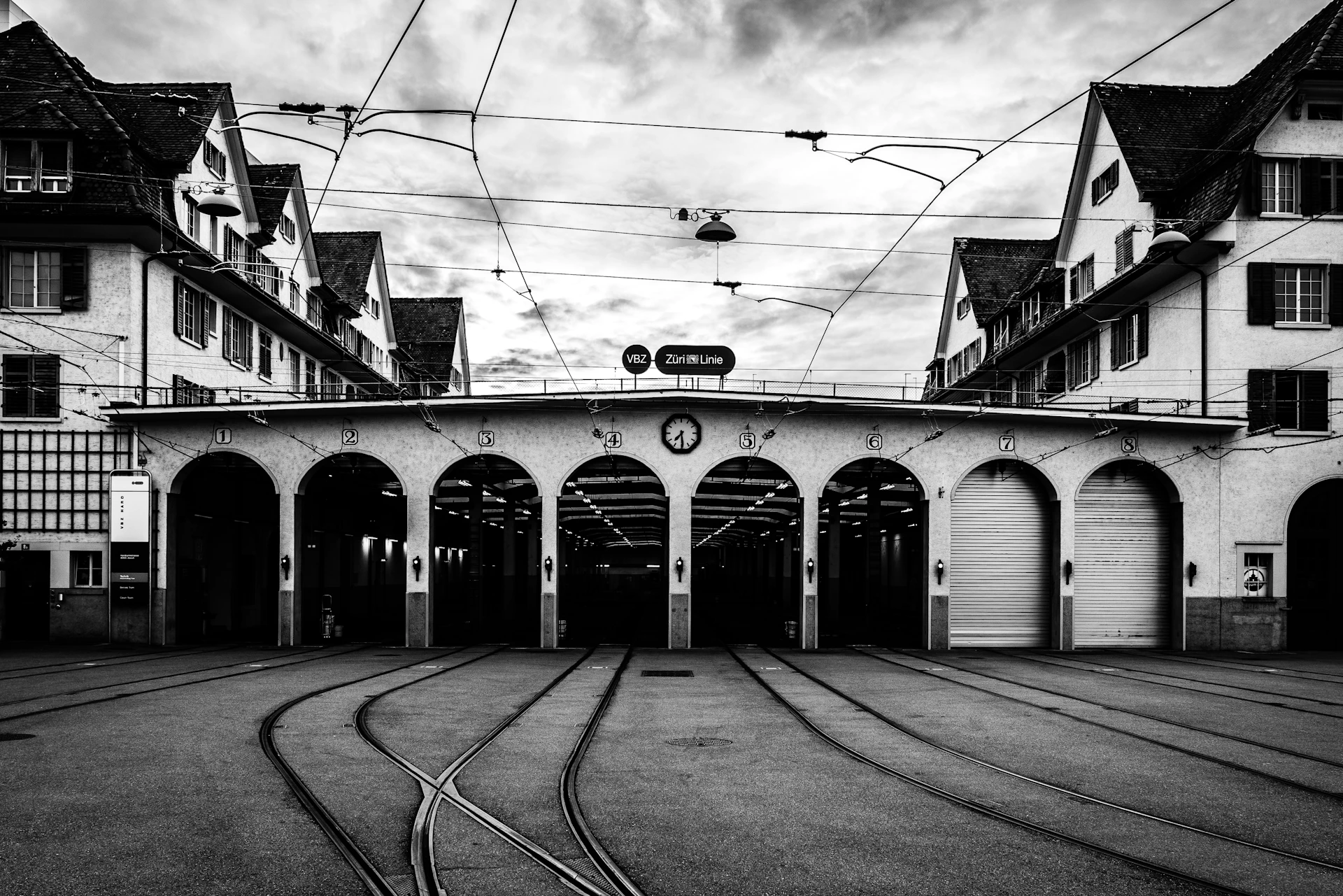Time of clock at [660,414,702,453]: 7:29
